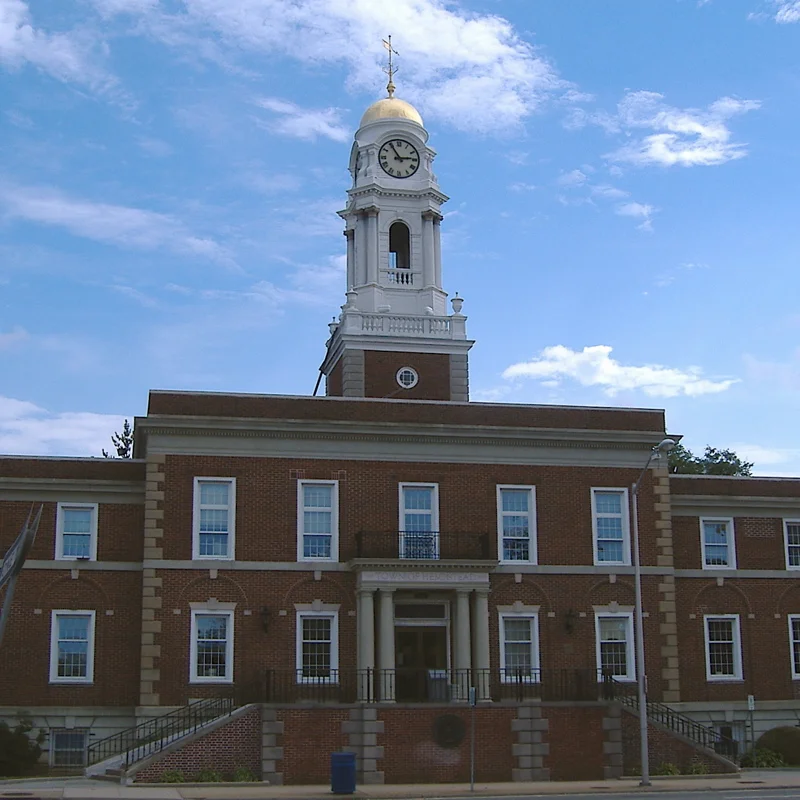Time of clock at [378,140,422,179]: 2:54
